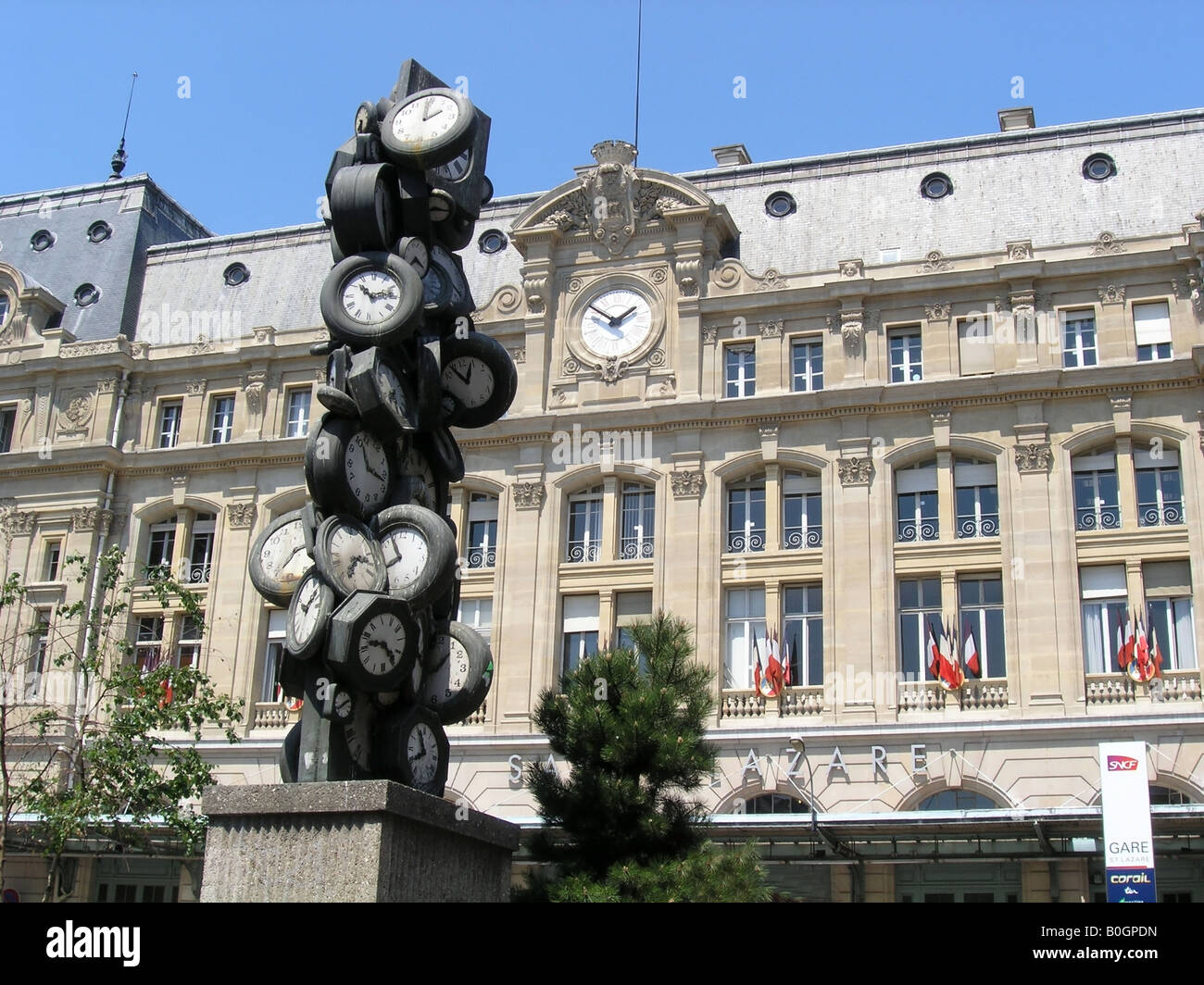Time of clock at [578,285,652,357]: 1:50
